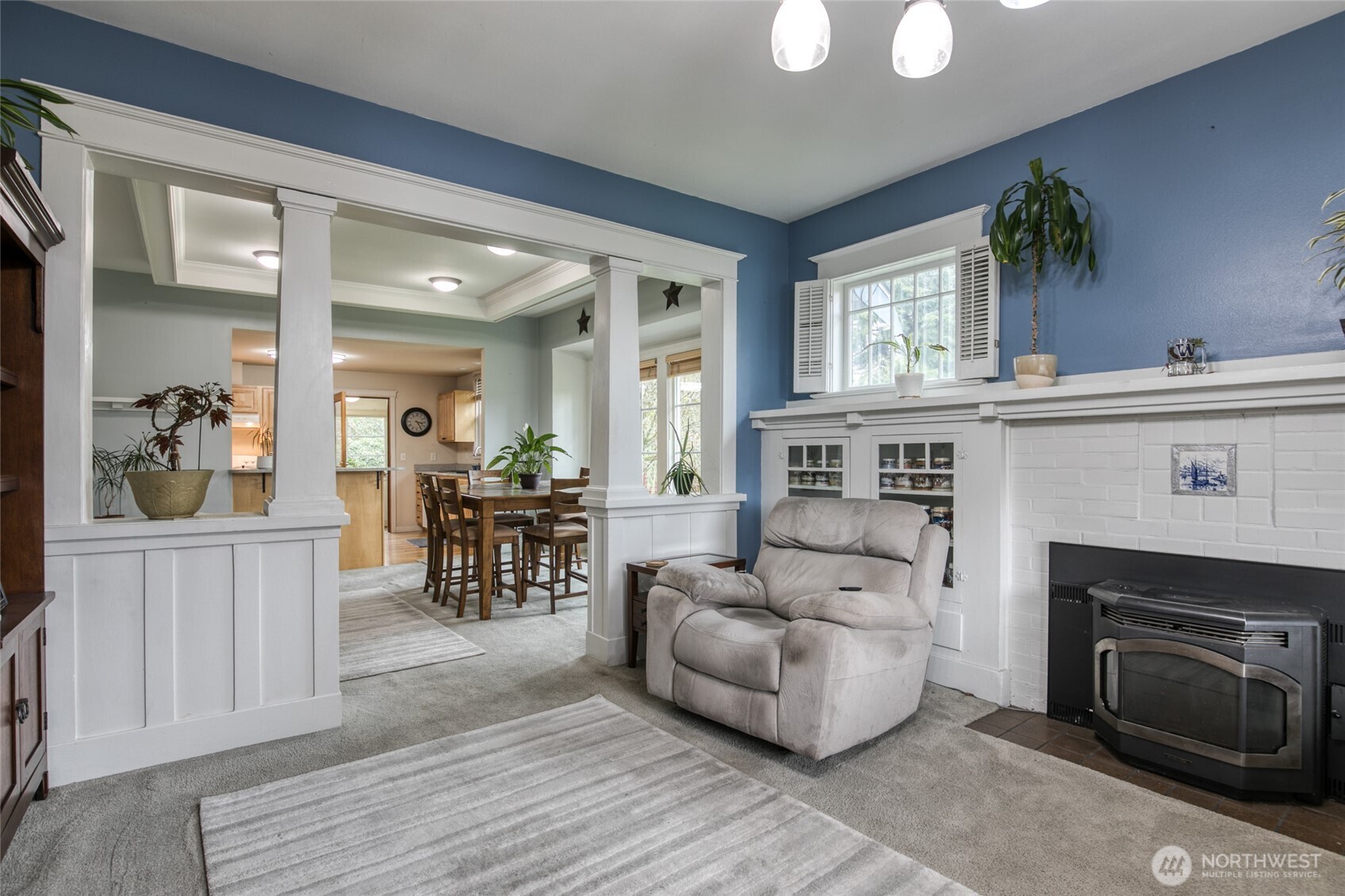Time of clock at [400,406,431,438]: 3:24
